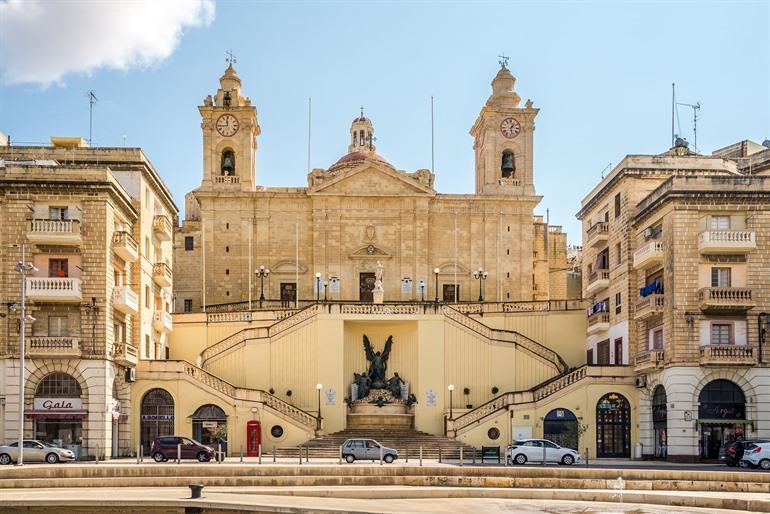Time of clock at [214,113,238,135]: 11:43
